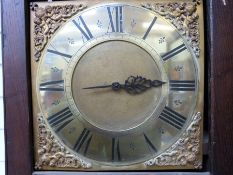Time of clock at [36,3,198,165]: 2:44
